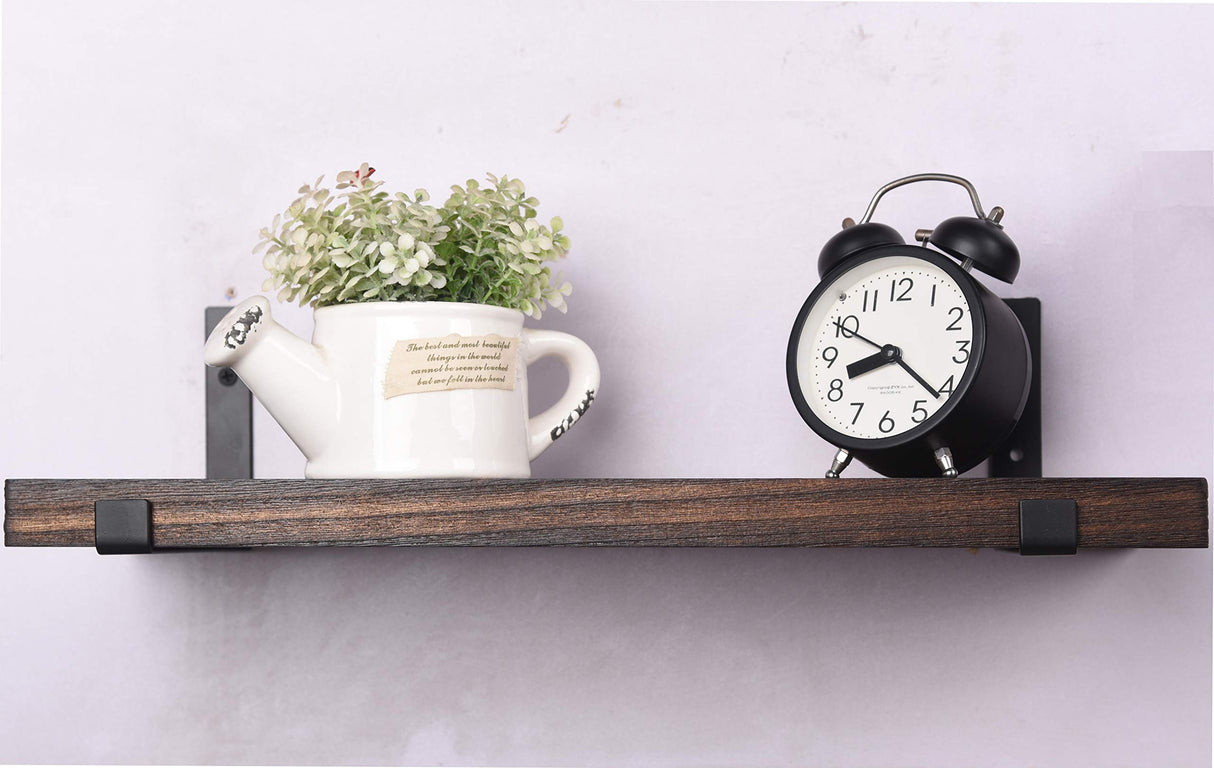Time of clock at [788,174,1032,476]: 8:21
